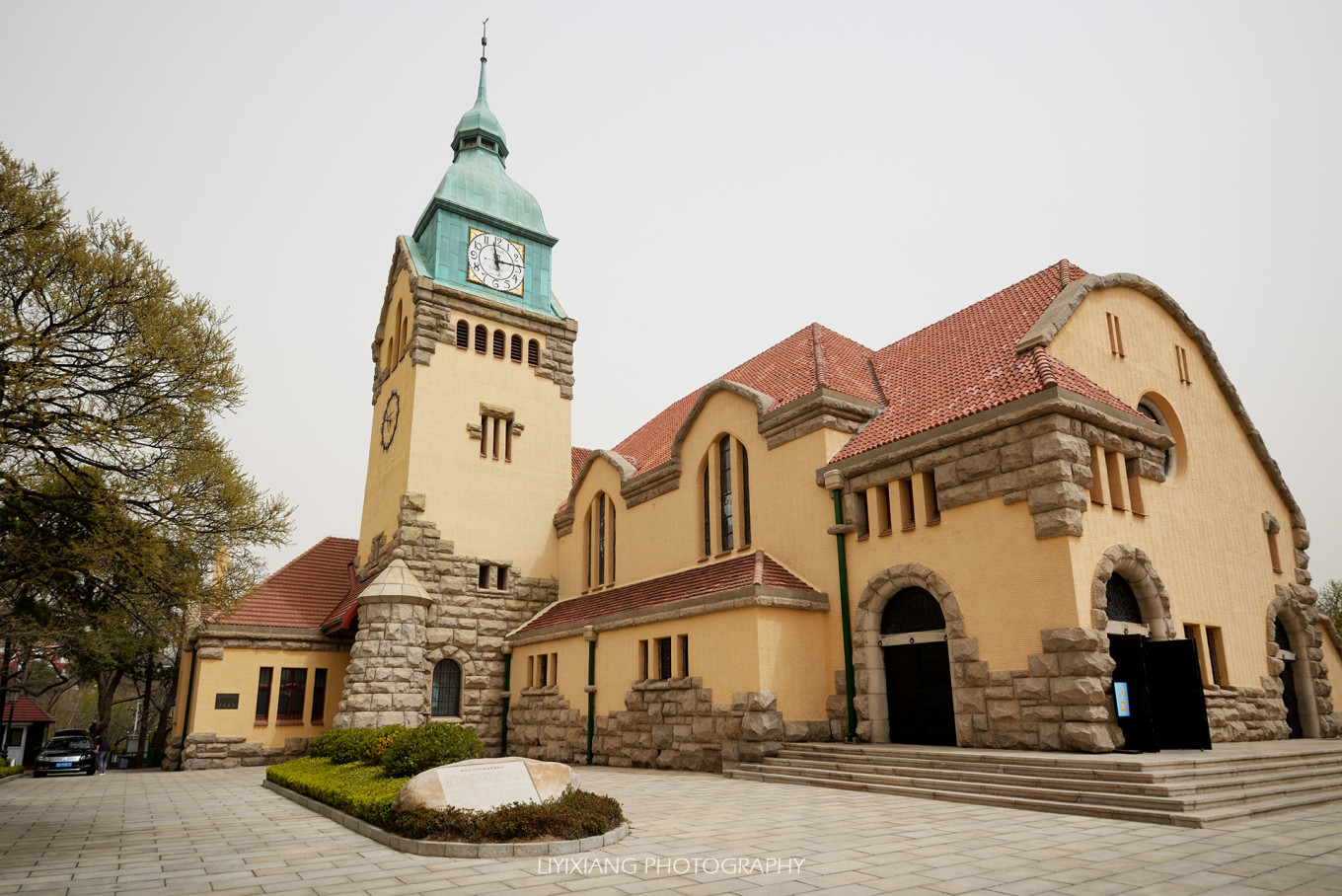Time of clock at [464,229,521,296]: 2:58
